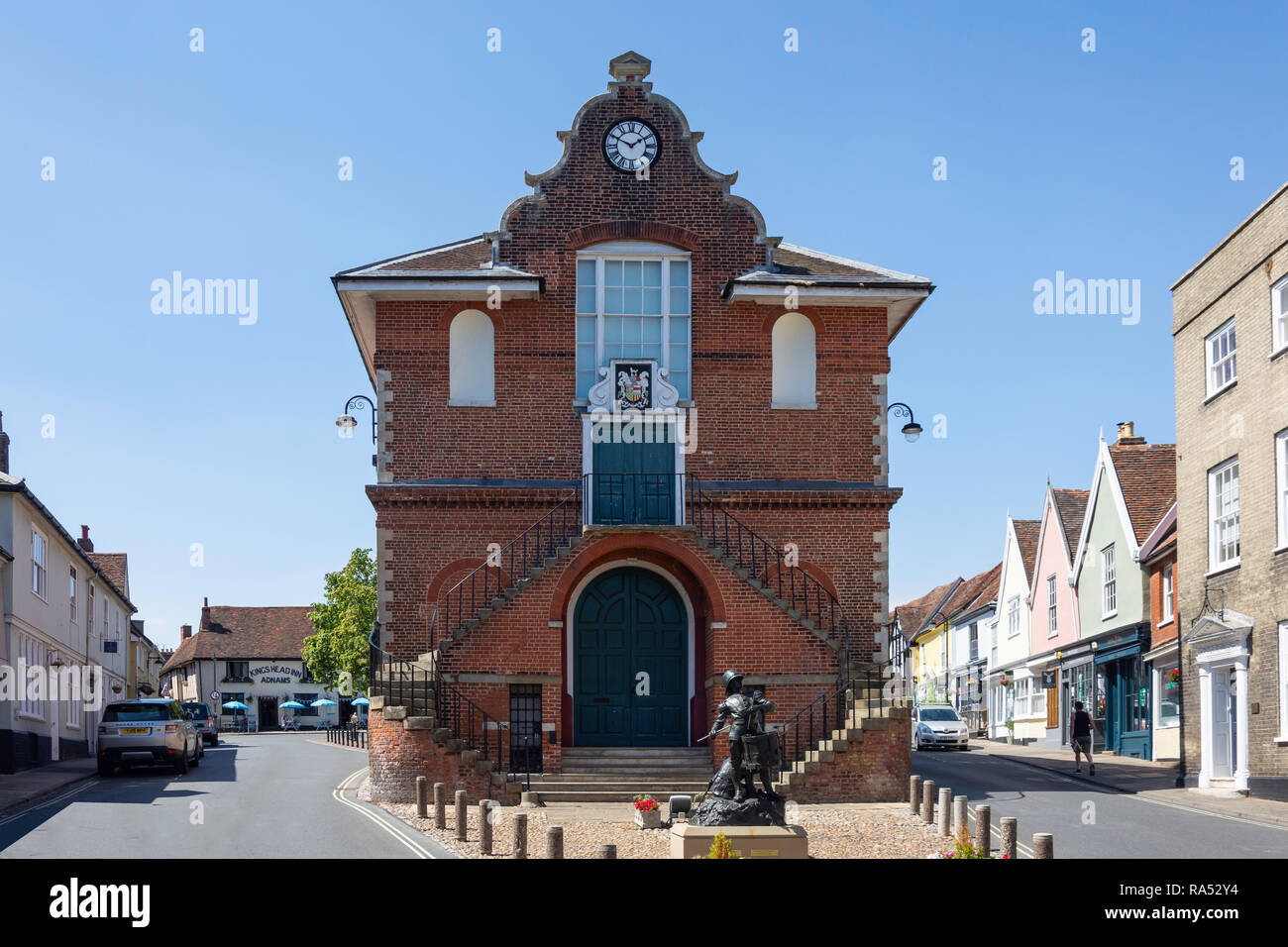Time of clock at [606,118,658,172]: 1:49
